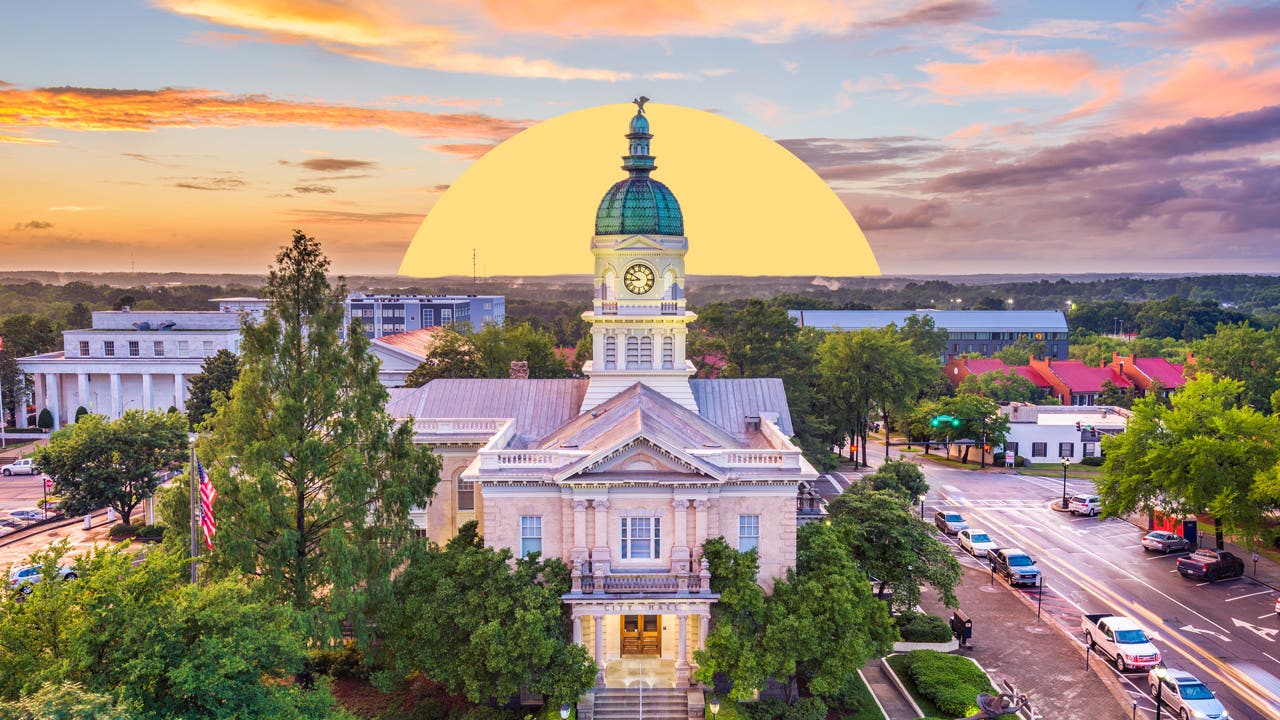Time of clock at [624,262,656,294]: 8:50
